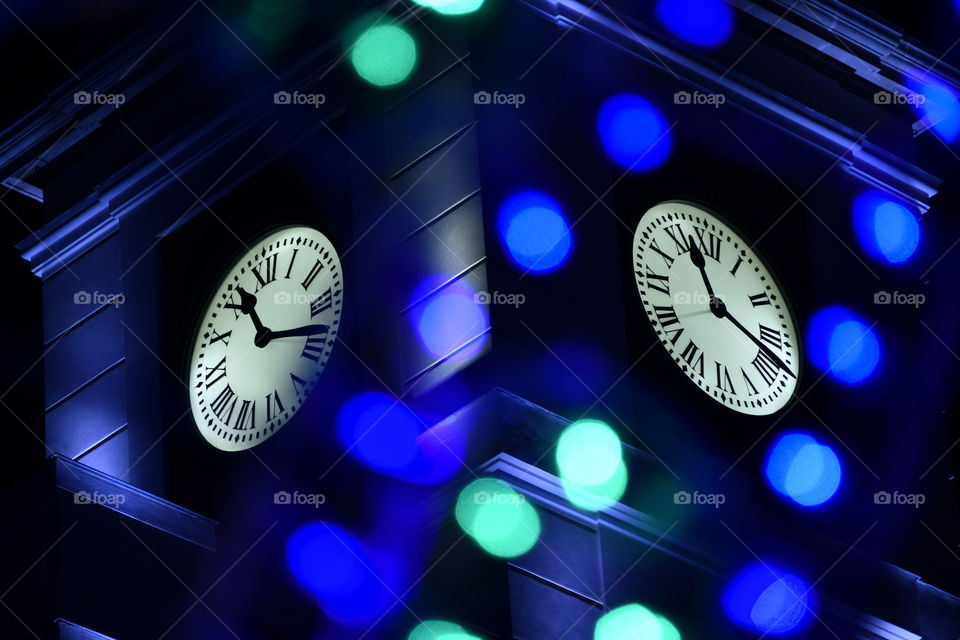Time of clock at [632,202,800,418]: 11:17
